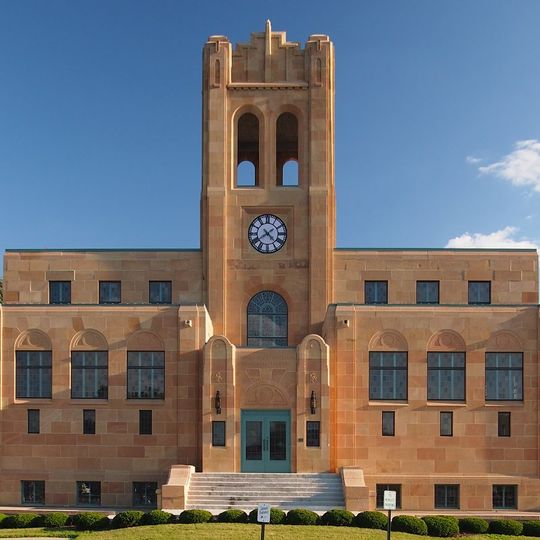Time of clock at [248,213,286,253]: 4:39
